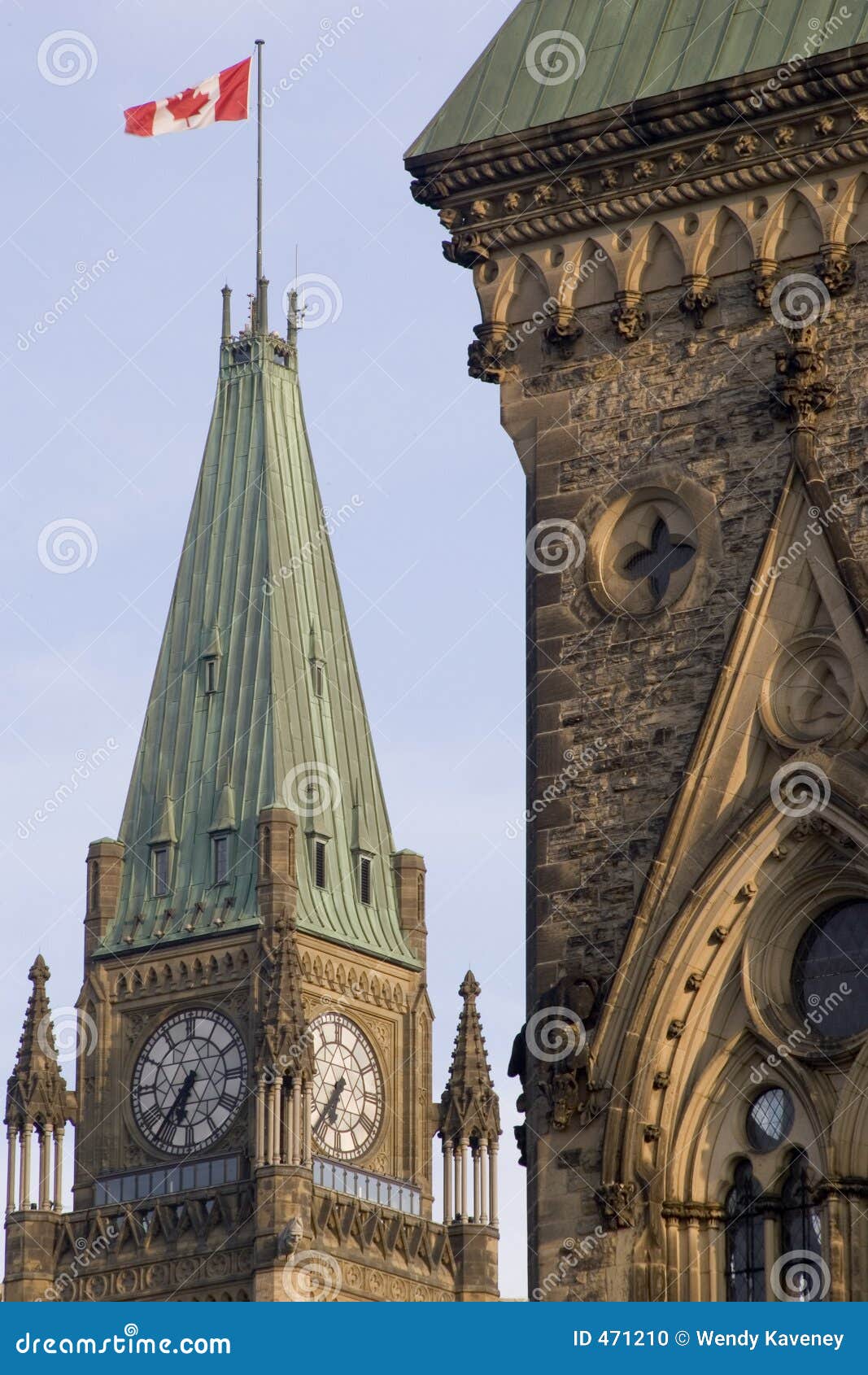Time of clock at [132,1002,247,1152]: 6:36
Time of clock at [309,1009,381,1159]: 6:36
